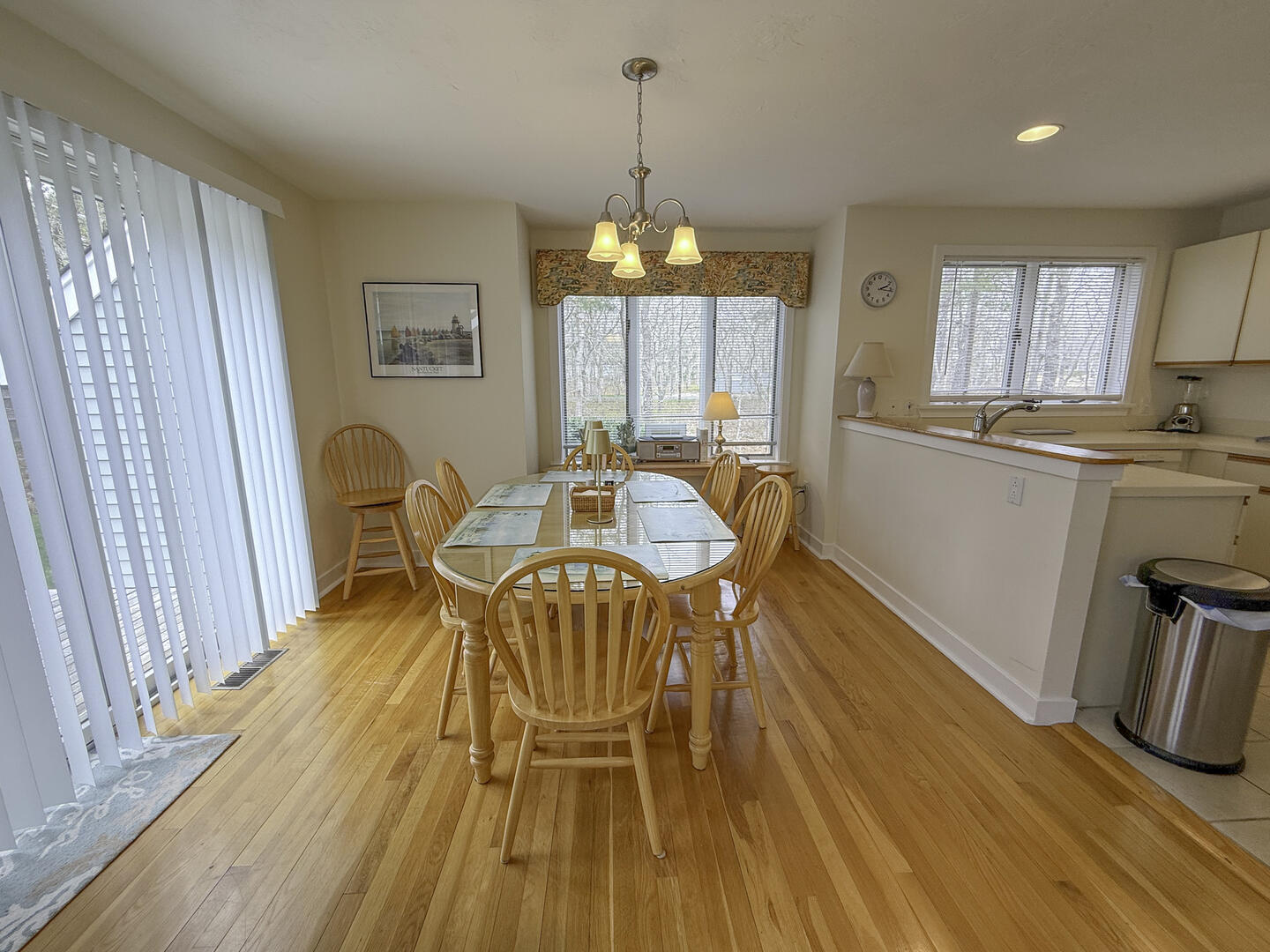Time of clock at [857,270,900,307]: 2:16
